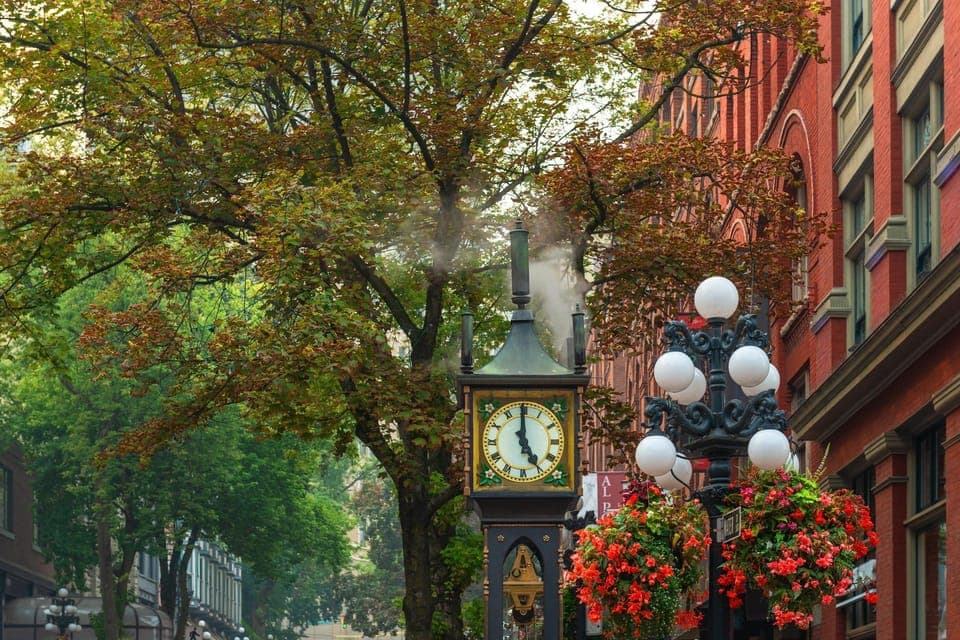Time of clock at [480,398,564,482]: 4:59
